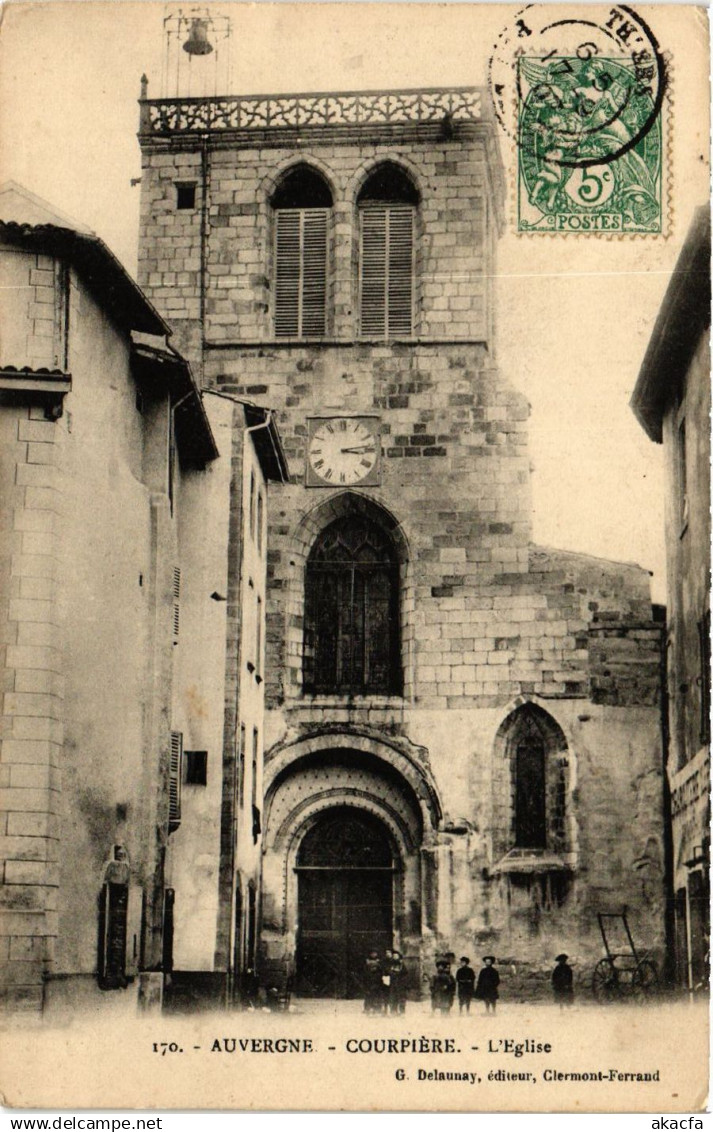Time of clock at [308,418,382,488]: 3:13
